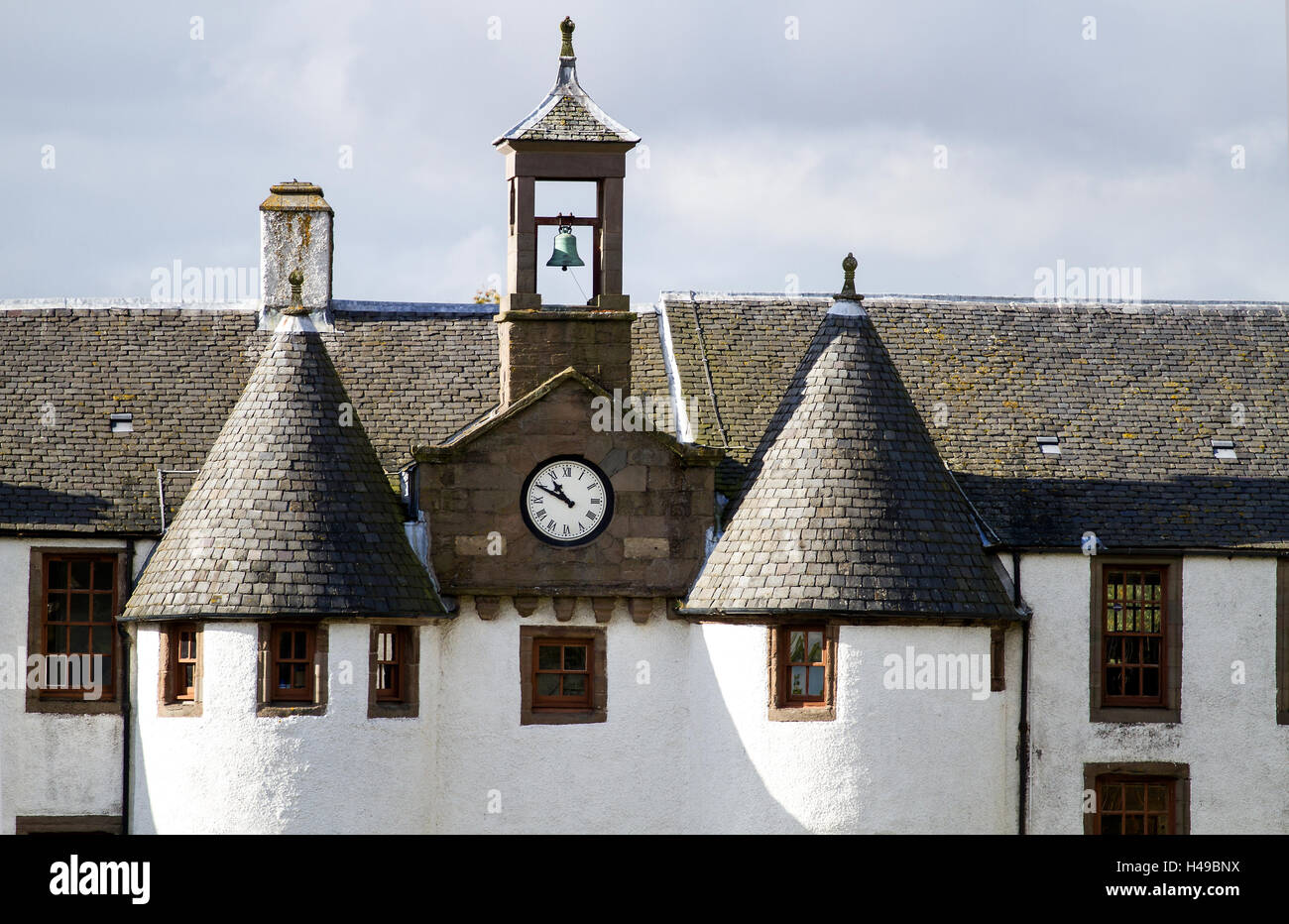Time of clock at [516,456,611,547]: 10:49
